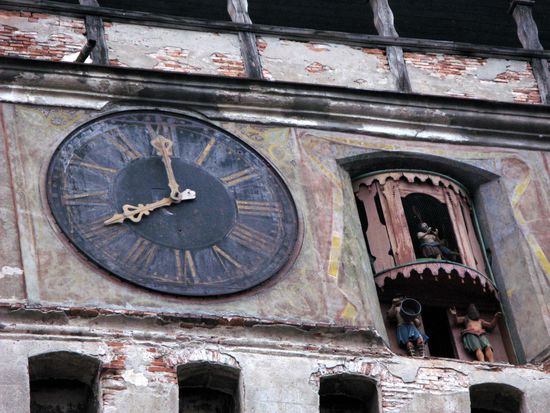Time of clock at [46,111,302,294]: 7:59
